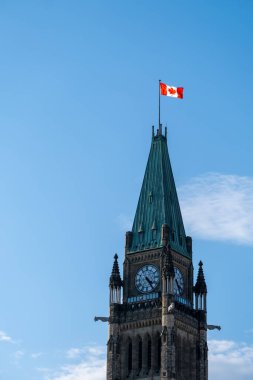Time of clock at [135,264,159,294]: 4:23
